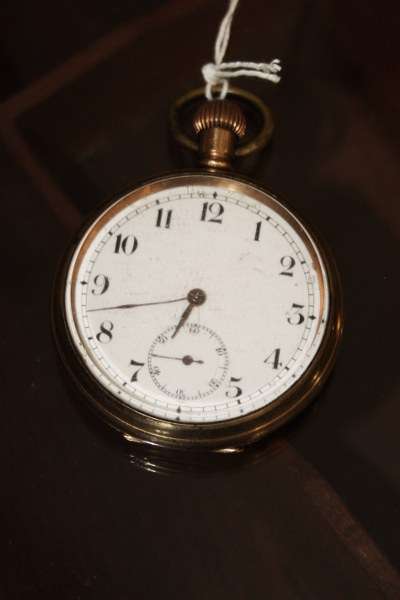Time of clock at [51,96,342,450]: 6:42
